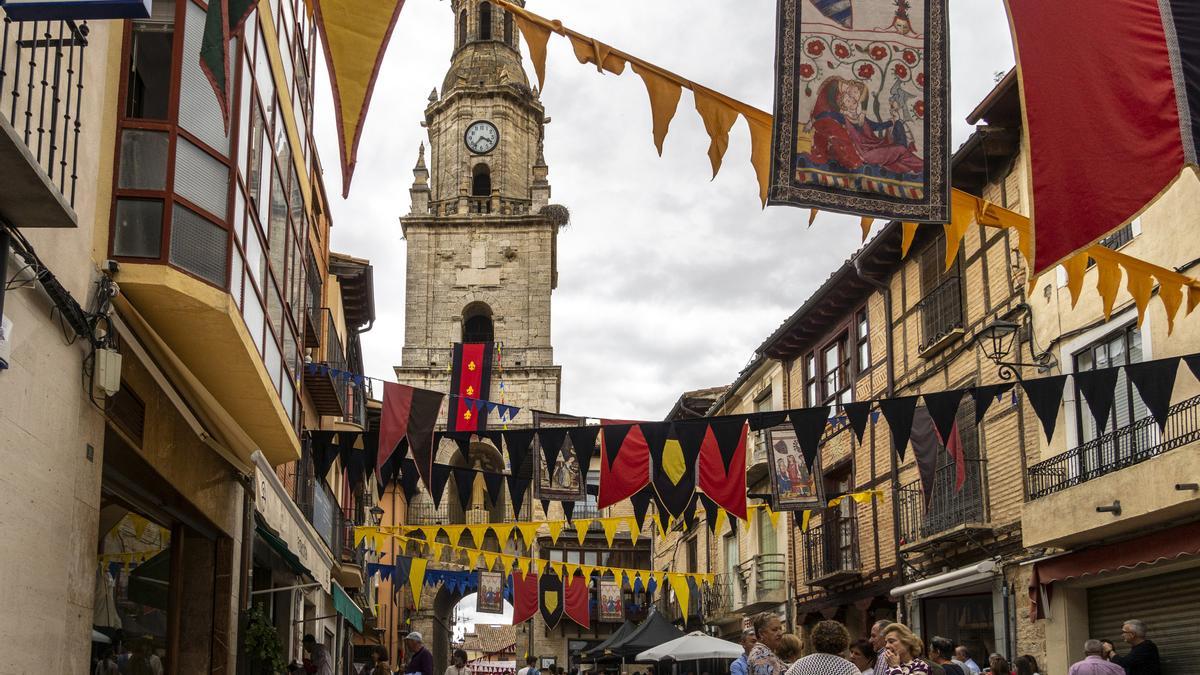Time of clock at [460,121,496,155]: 3:37
